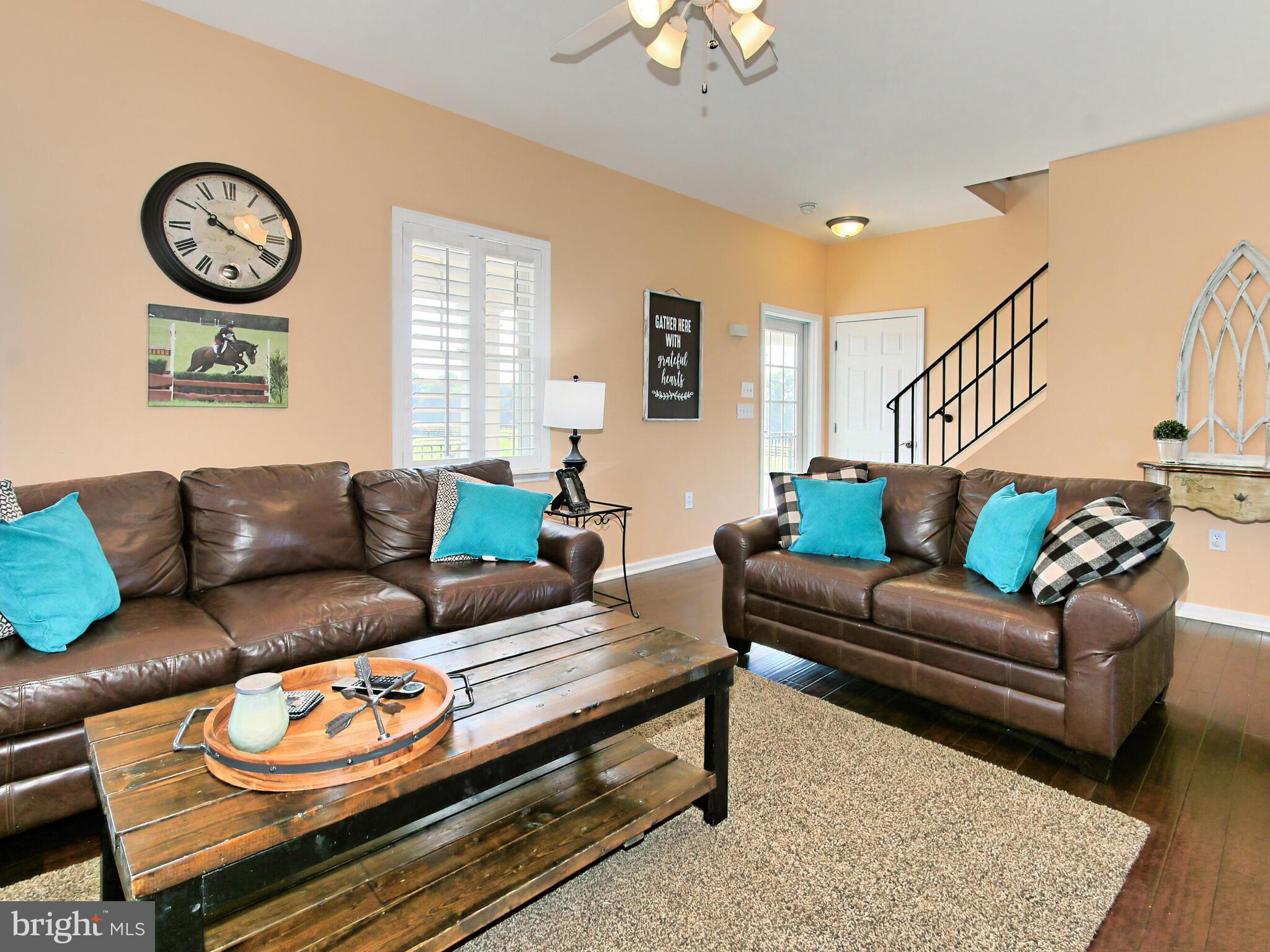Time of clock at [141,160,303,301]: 10:18
